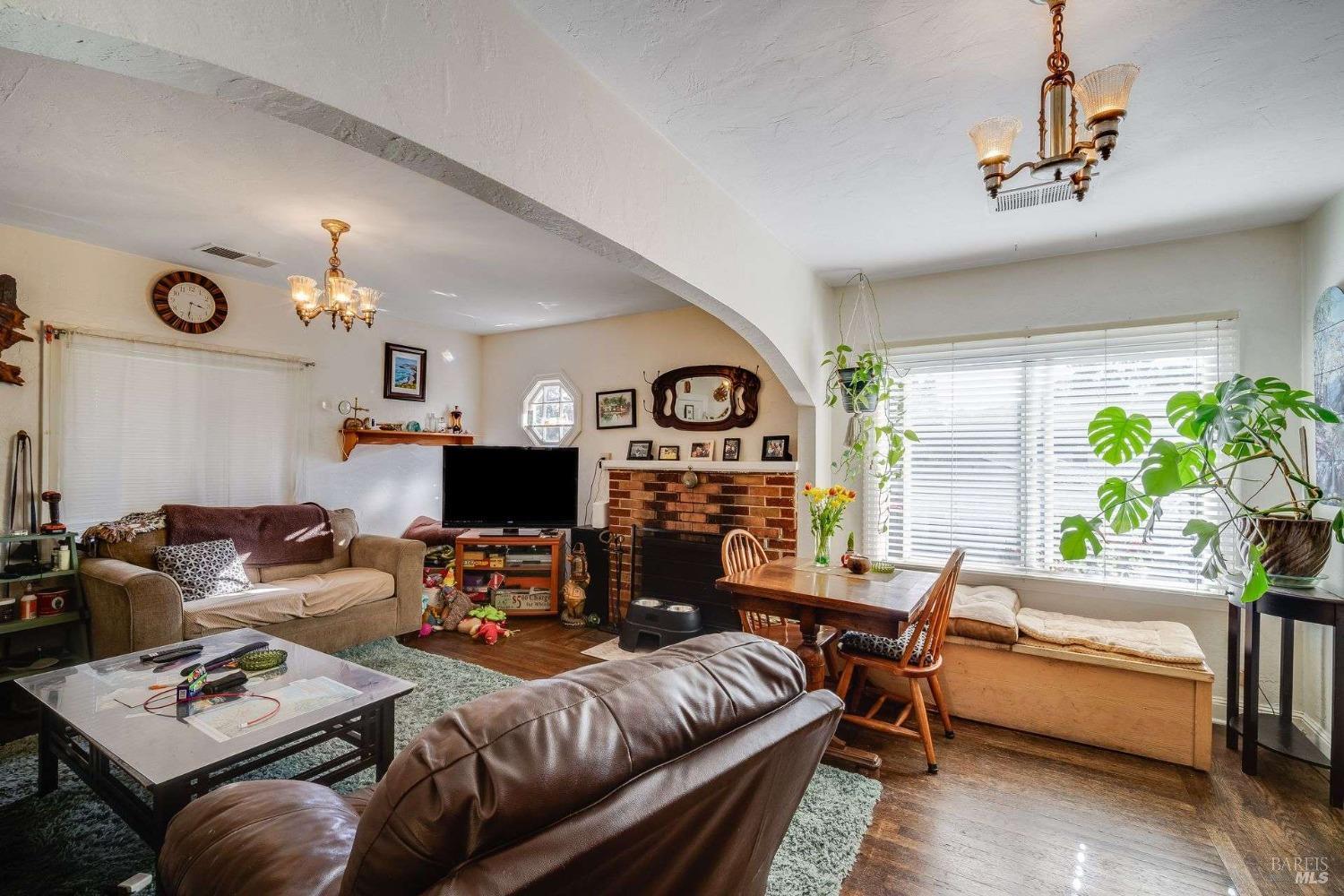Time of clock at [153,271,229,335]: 3:31
